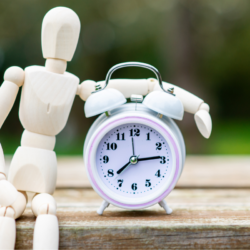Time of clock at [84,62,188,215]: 2:38
